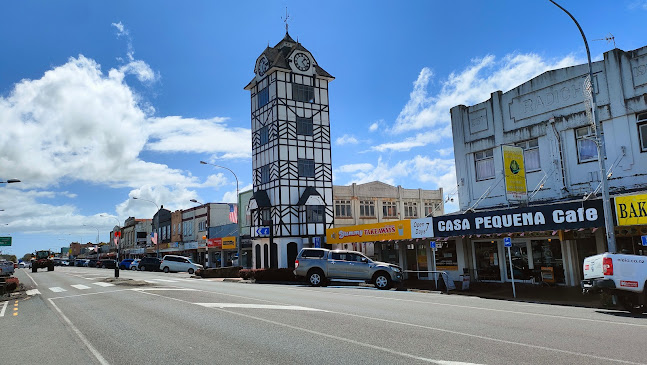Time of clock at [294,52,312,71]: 1:23
